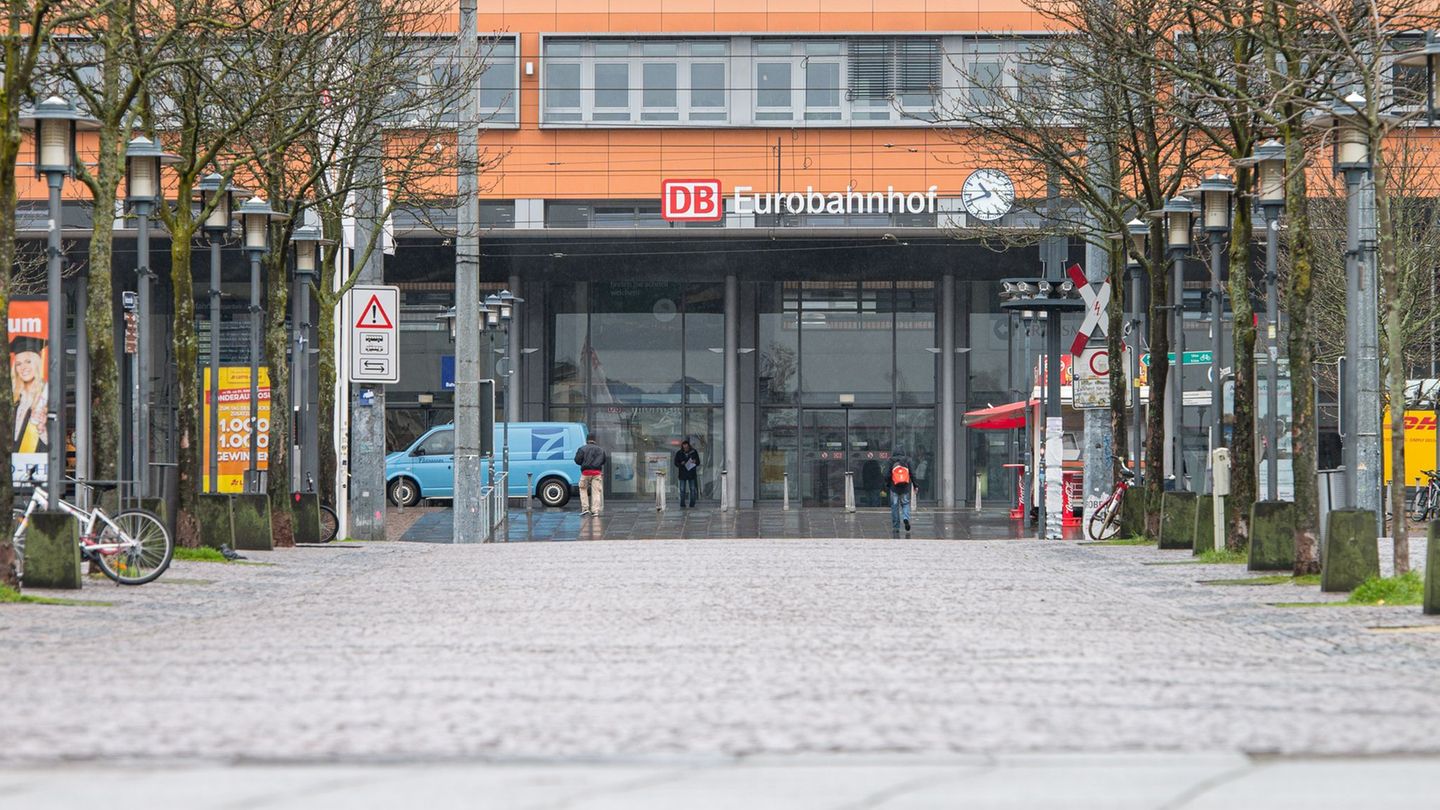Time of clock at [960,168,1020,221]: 10:41
